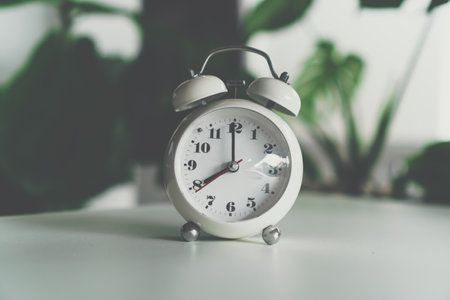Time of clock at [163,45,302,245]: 7:59
